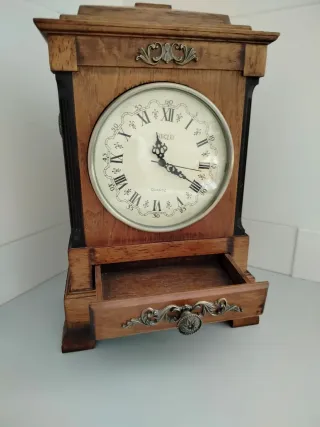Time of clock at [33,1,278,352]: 11:19
